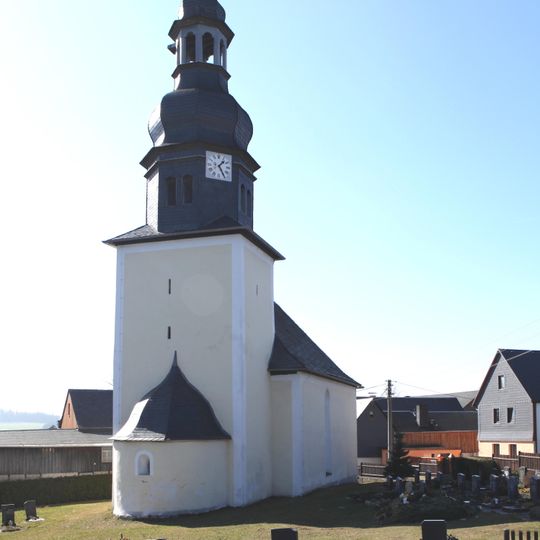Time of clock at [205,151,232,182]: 1:24
